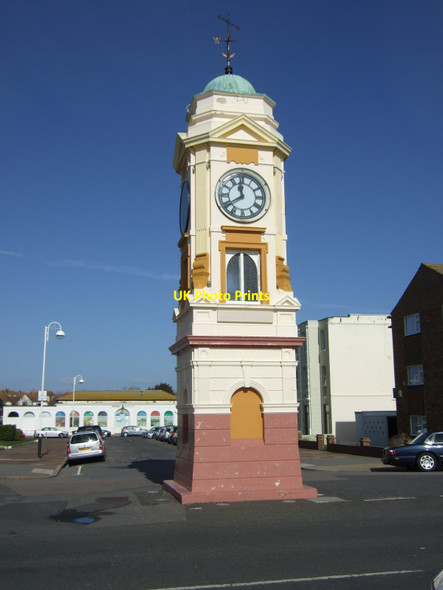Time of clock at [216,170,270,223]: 11:40
